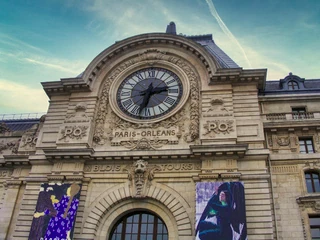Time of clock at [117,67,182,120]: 2:32
